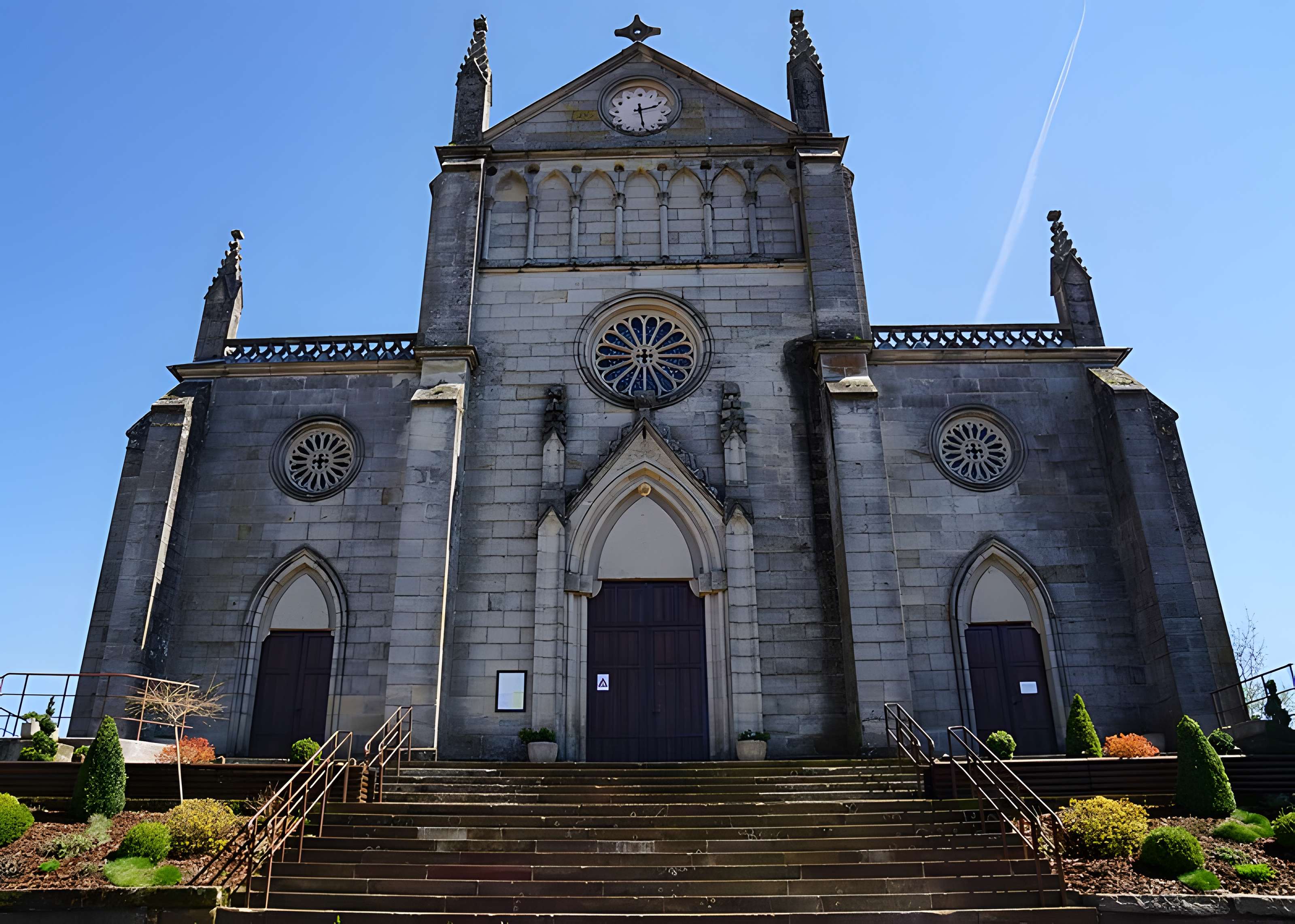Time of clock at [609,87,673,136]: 2:28
